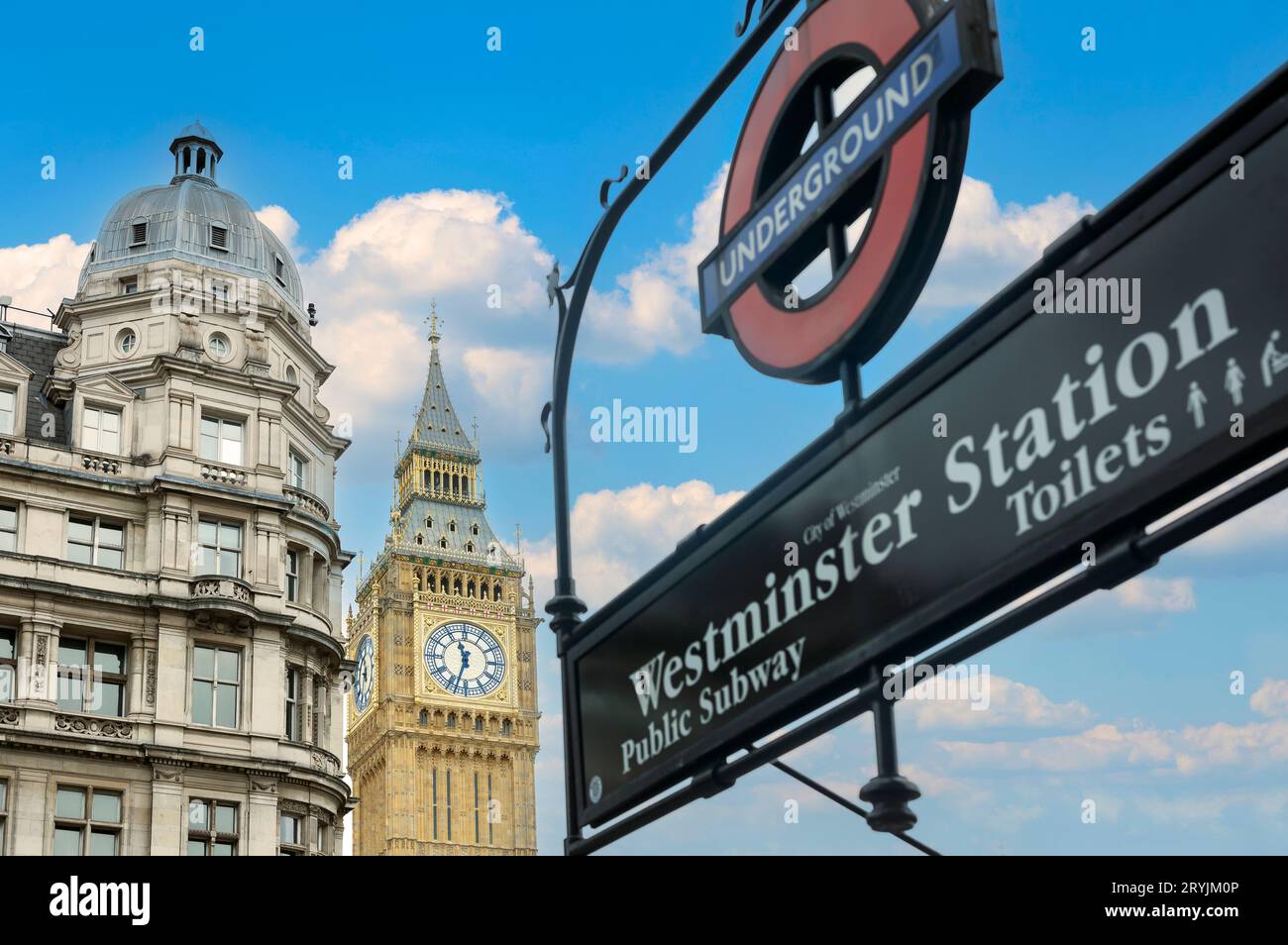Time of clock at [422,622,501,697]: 11:32
